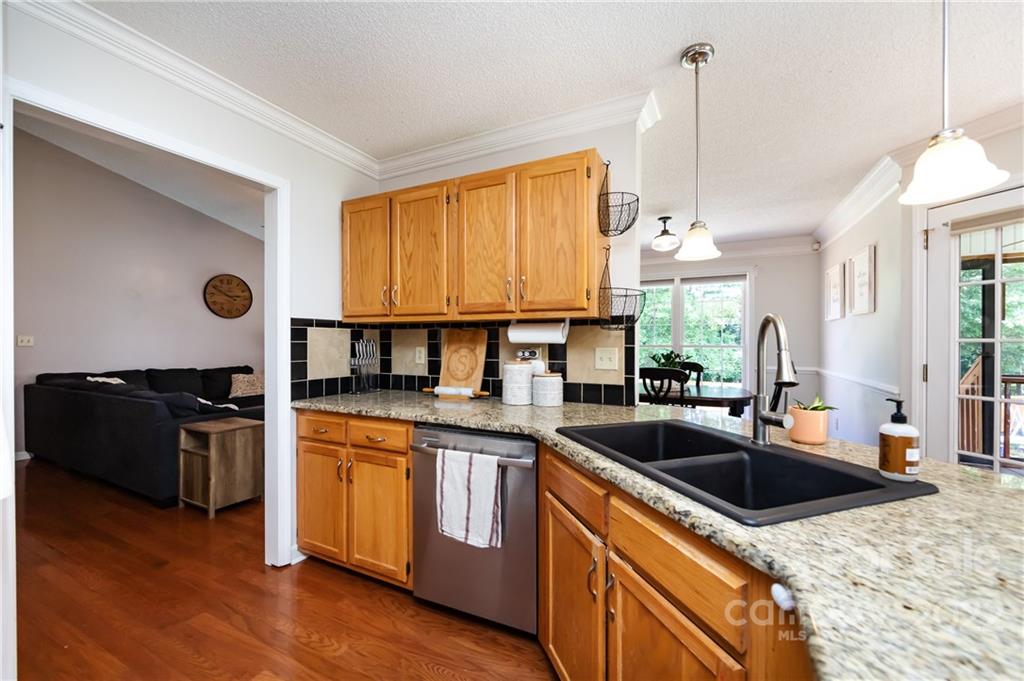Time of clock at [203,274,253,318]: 2:49
